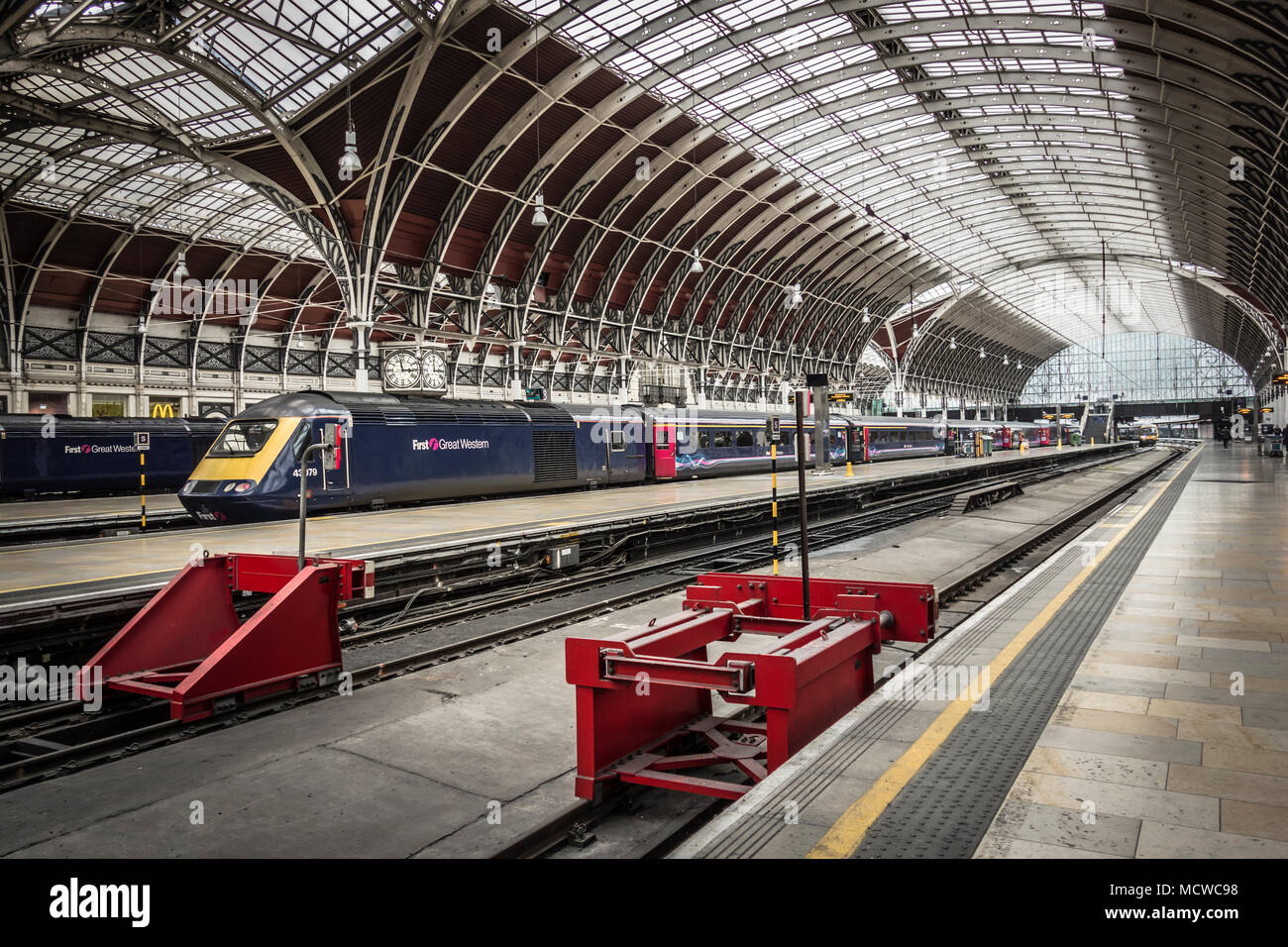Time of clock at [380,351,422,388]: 2:58
